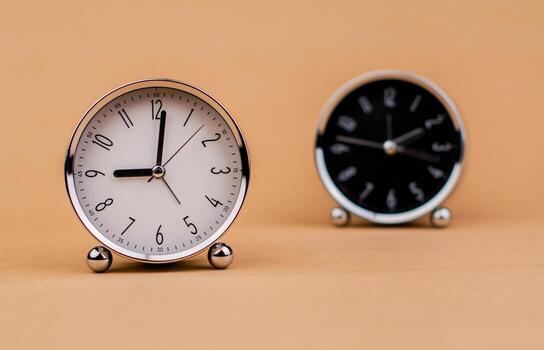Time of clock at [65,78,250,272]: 9:01
